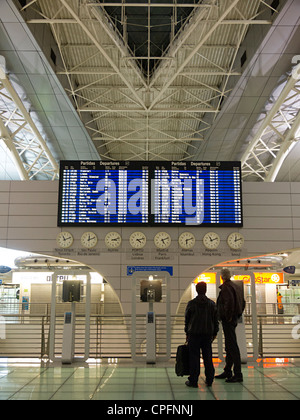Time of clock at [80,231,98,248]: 12:11
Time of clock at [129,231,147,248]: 4:12
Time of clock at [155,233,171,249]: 5:11
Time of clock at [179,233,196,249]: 6:11
